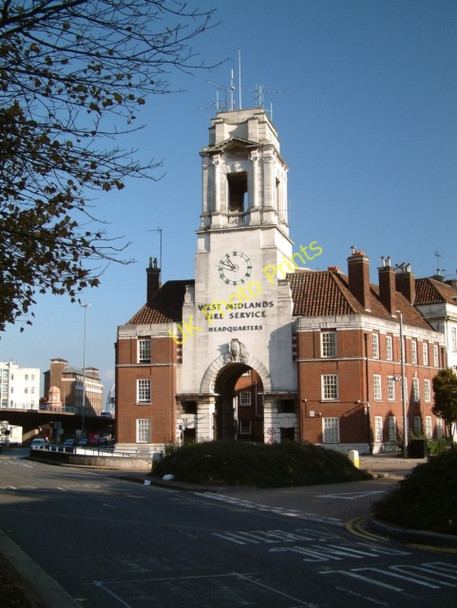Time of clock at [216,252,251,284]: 10:48
